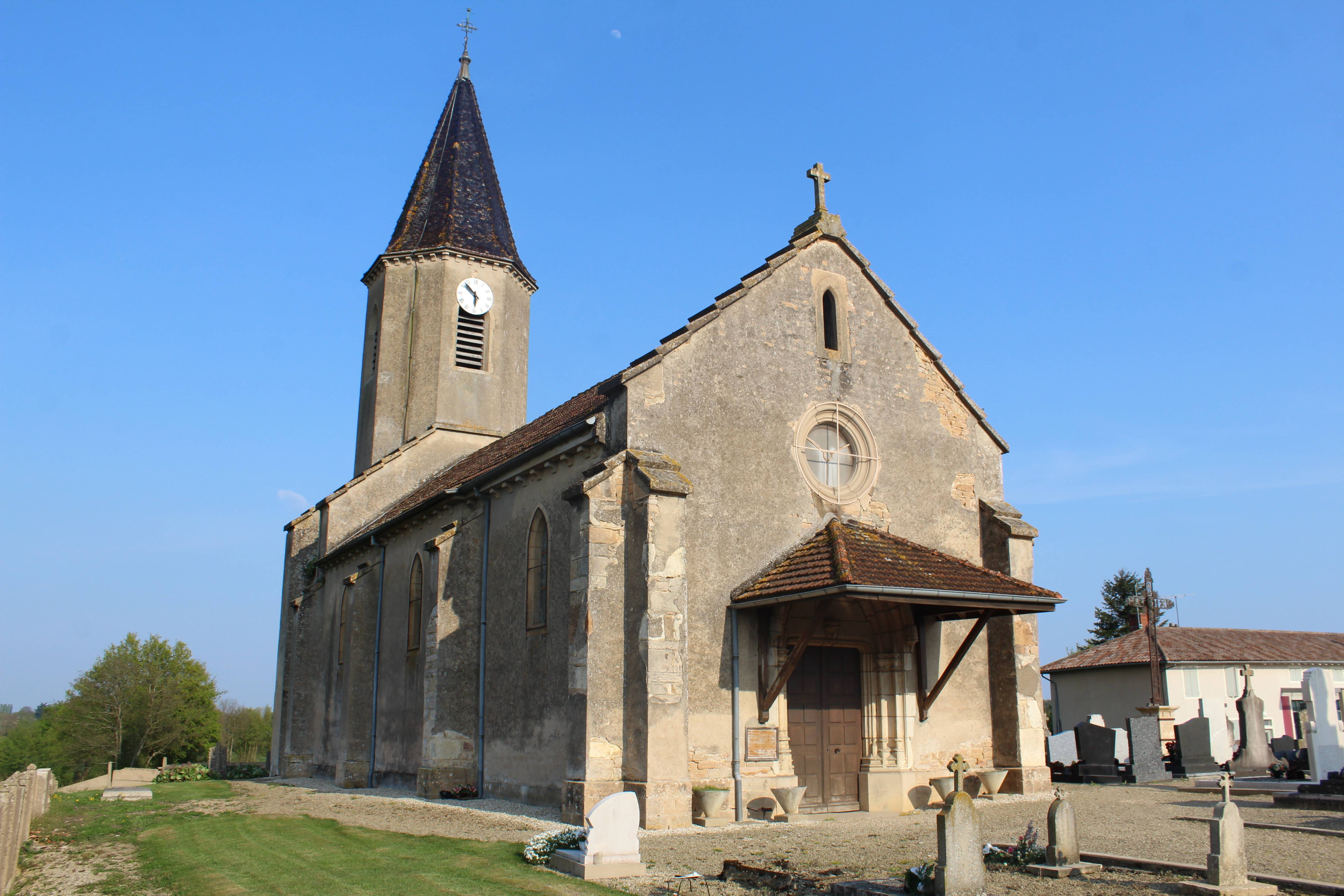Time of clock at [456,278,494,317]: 5:51
